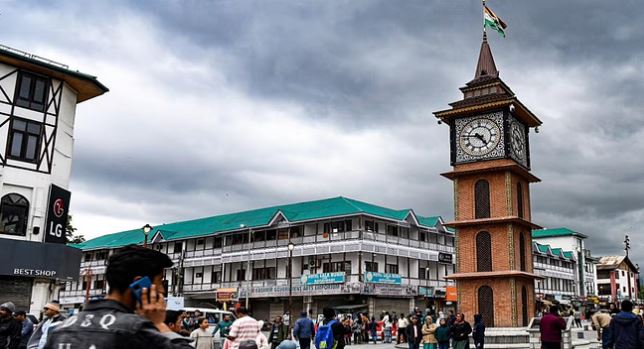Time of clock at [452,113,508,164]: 4:46
